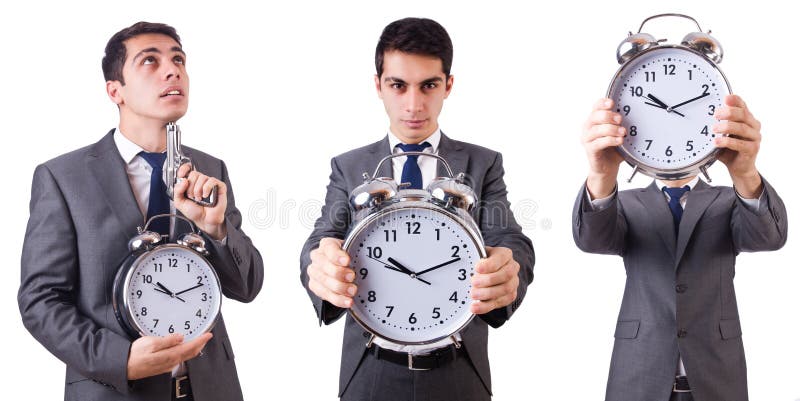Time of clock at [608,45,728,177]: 10:11
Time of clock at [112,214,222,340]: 10:11
